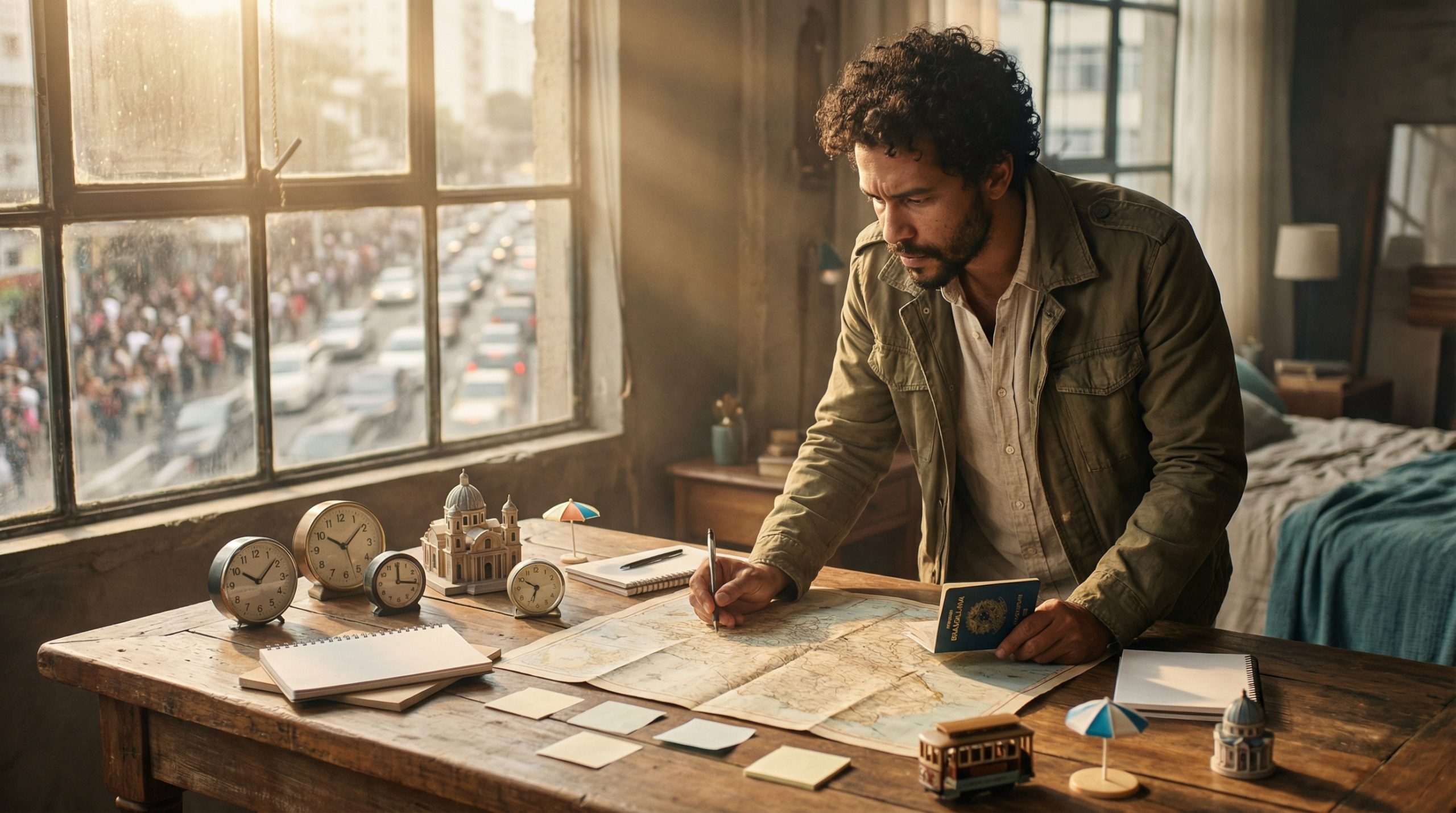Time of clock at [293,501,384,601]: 10:08
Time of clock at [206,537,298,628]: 10:08
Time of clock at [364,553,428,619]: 12:16
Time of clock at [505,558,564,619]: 6:50
